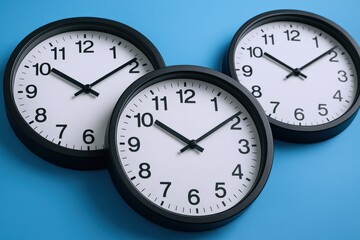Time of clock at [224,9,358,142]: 10:08
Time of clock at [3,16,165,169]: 10:08
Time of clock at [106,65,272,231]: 10:09
